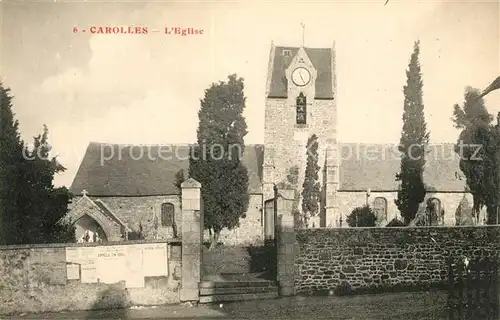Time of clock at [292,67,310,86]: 11:25
